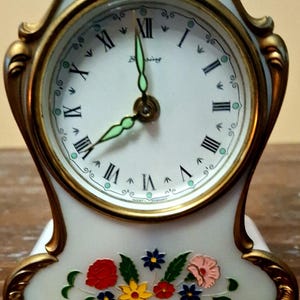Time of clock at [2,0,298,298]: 7:59
